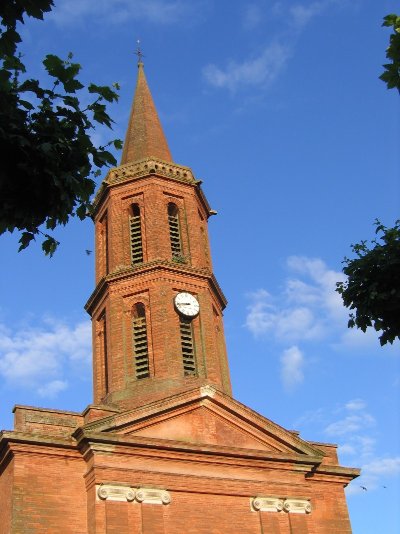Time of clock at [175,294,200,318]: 8:43
